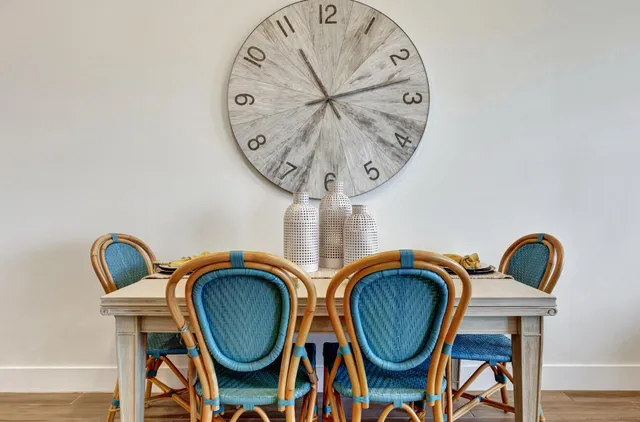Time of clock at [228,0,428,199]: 11:12
